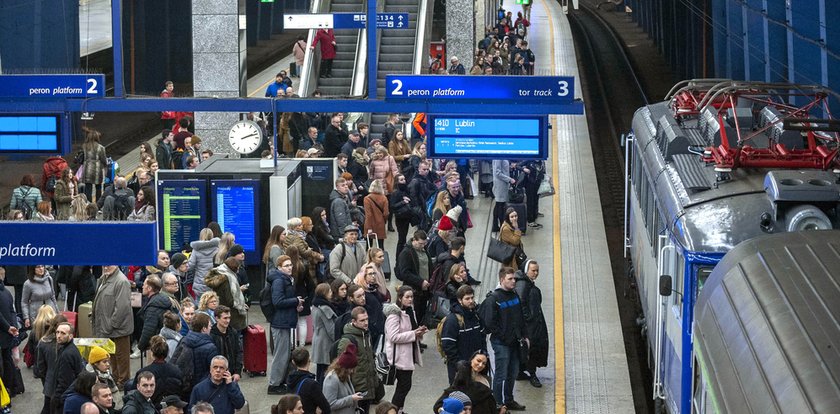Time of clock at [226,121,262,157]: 2:12
